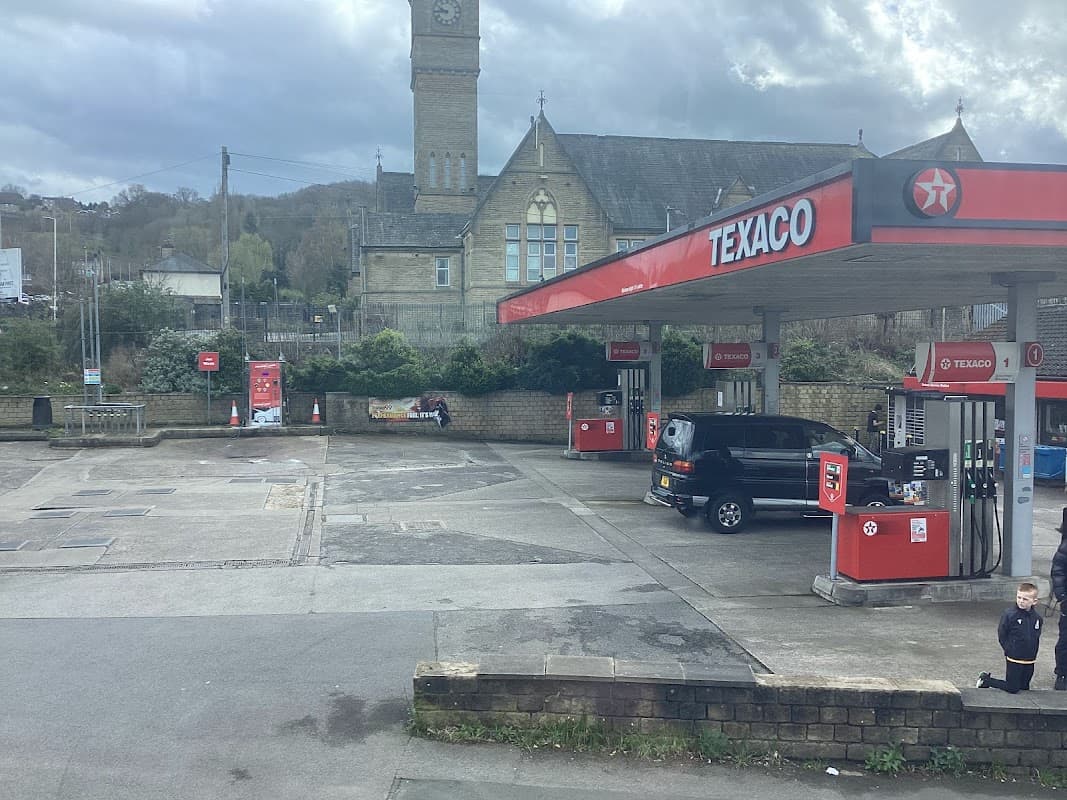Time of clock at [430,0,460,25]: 9:45
